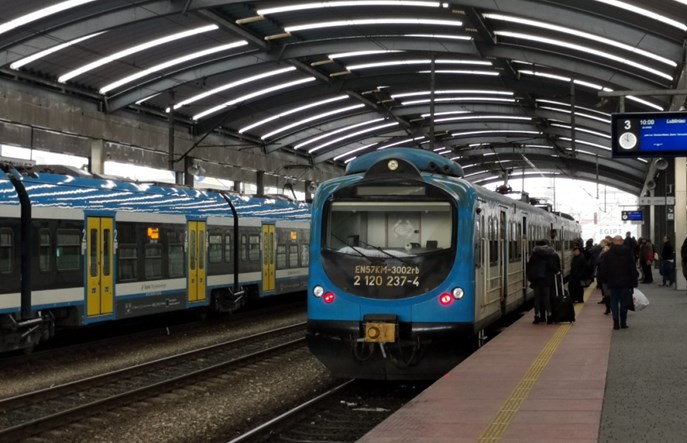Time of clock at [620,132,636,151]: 9:59
